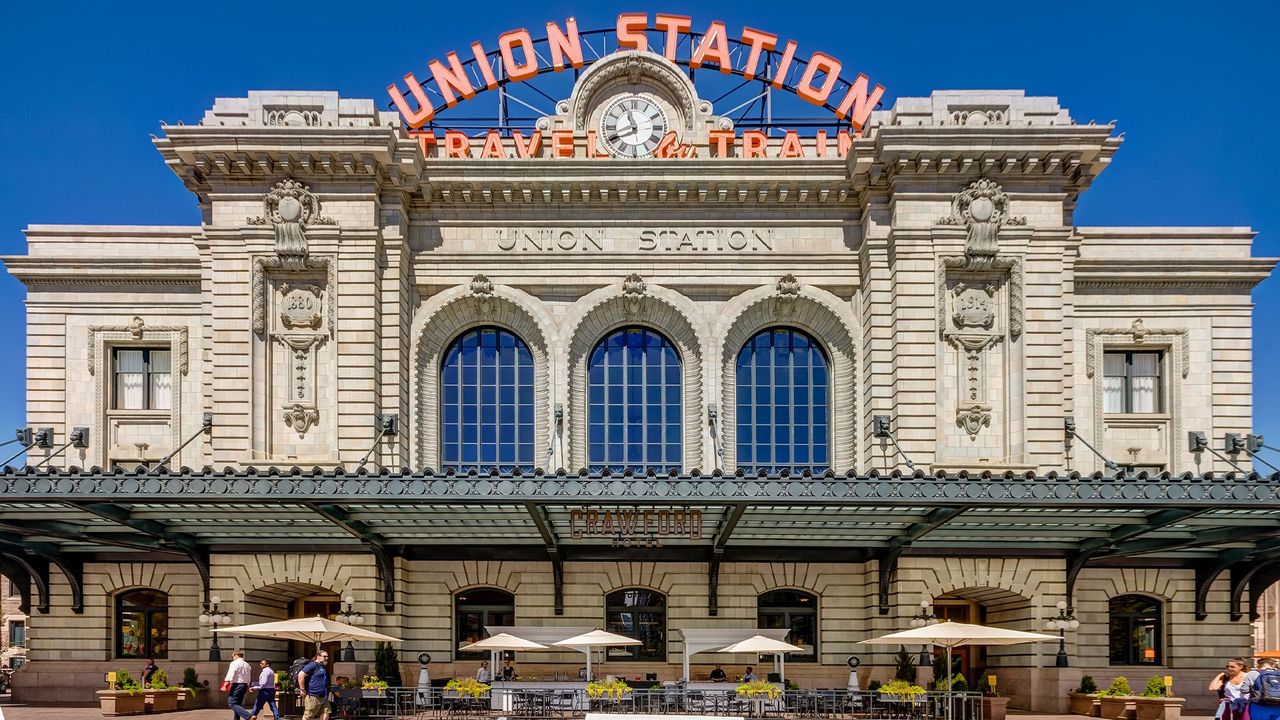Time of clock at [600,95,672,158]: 7:56
